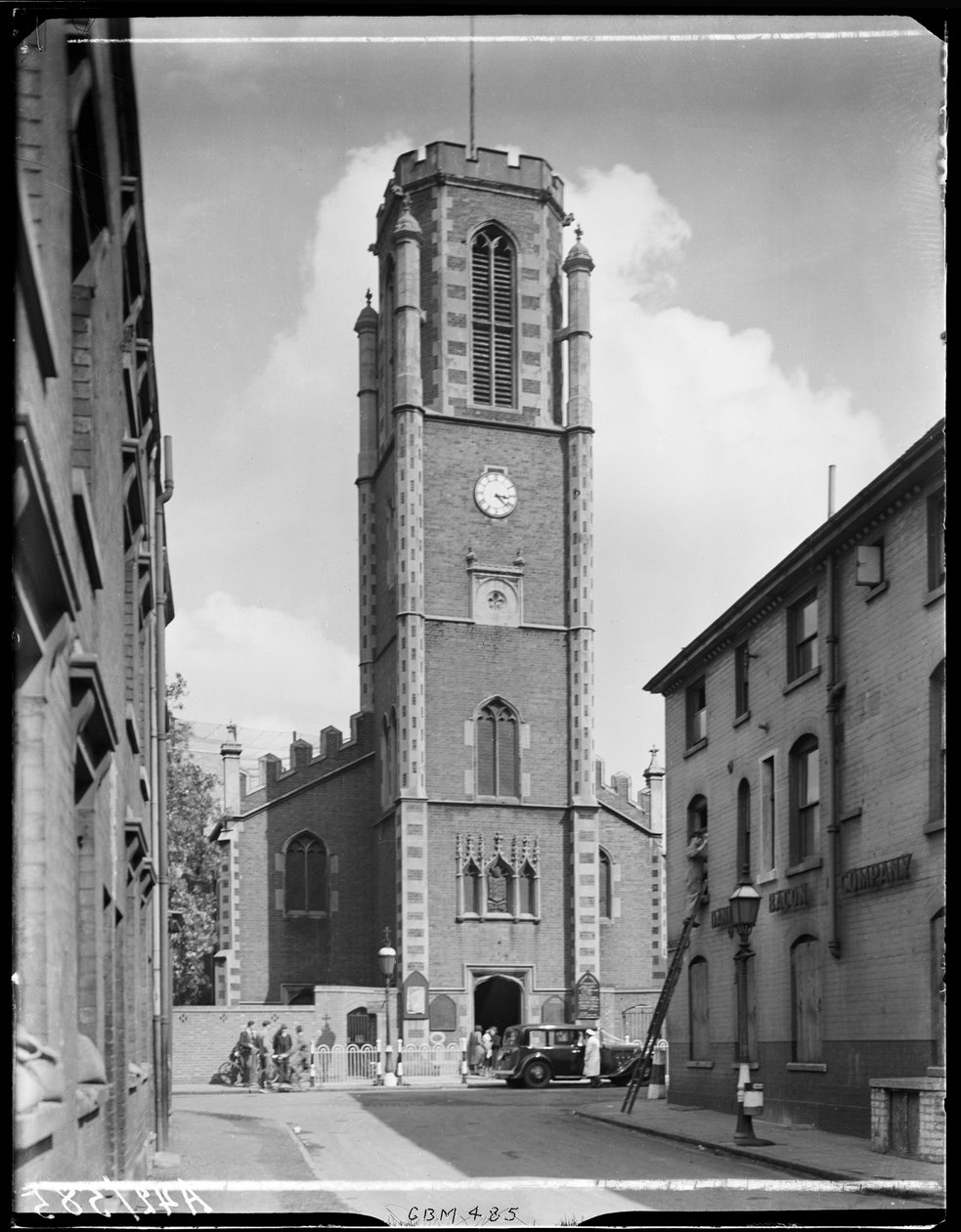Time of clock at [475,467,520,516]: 3:22
